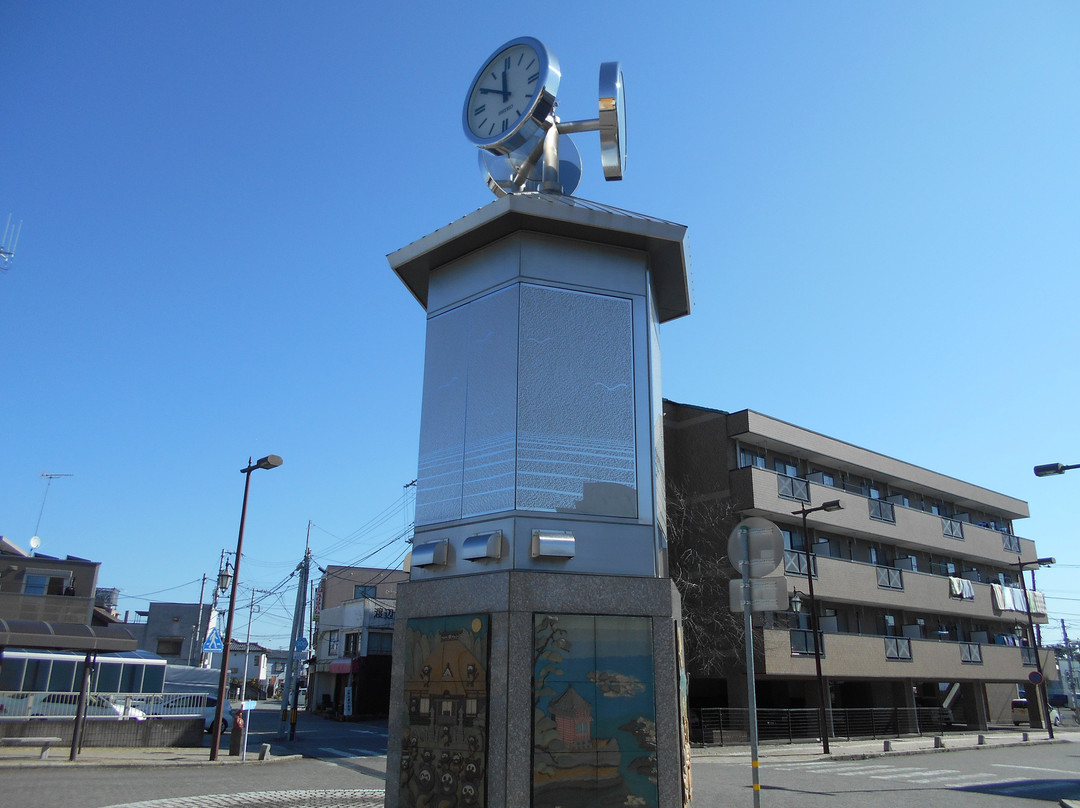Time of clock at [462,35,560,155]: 11:50
